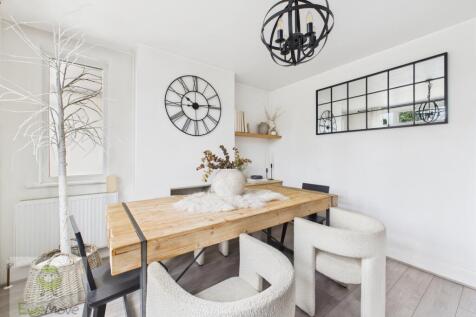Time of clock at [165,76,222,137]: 10:14
